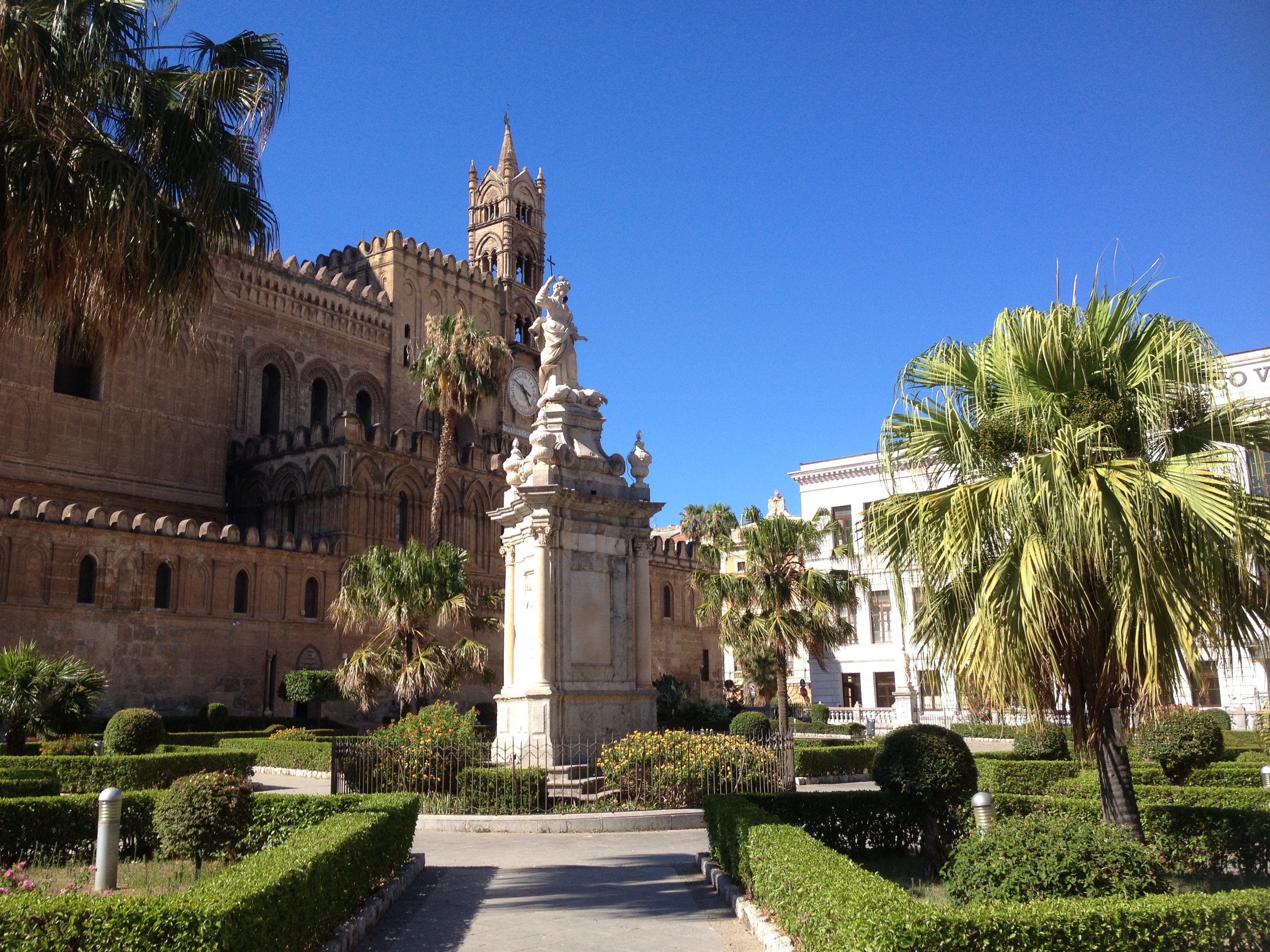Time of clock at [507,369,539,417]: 4:49
